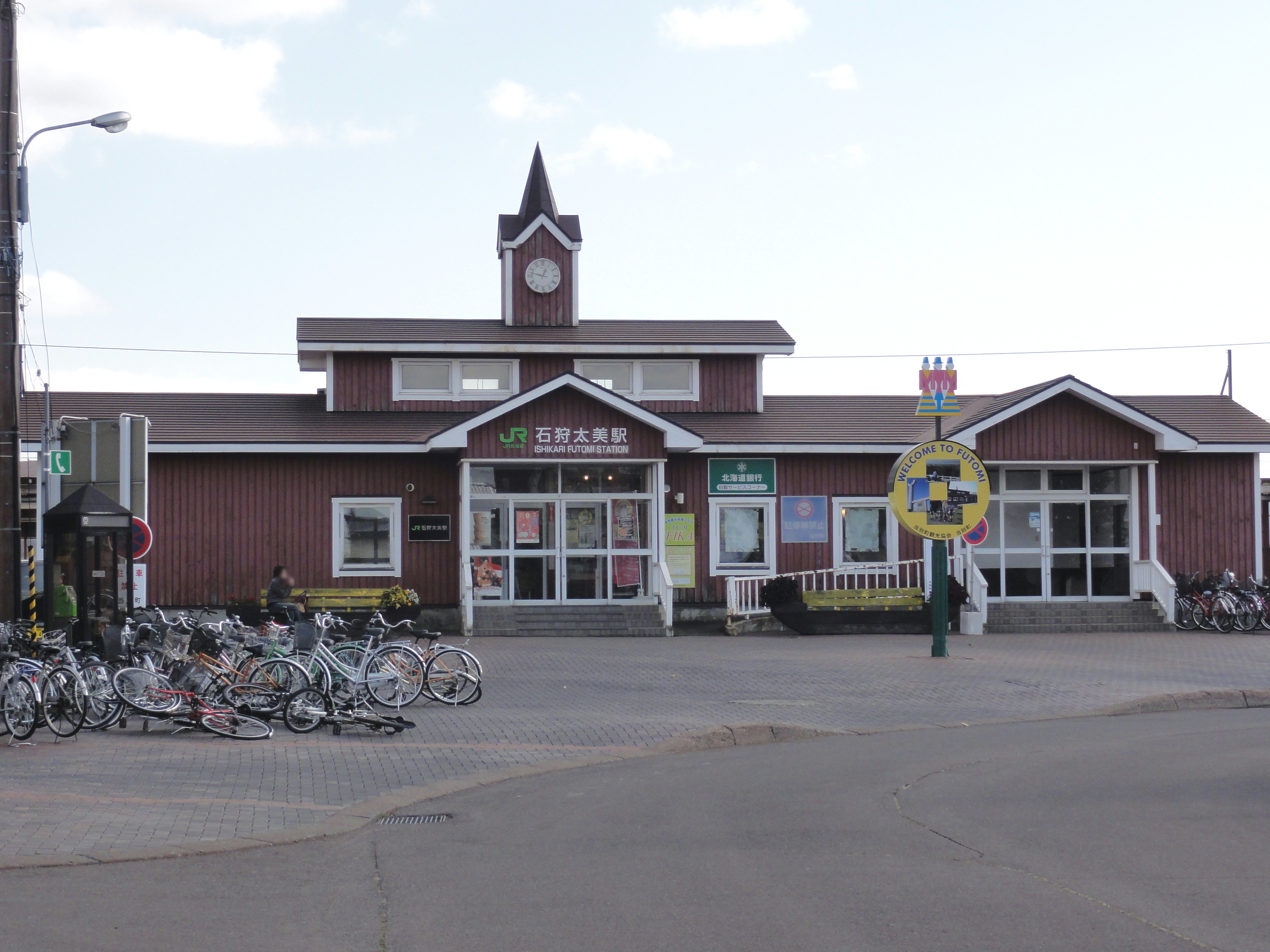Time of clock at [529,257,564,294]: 12:47
